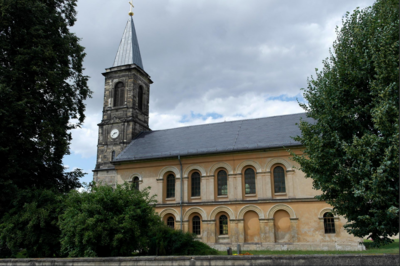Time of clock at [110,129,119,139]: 2:37
